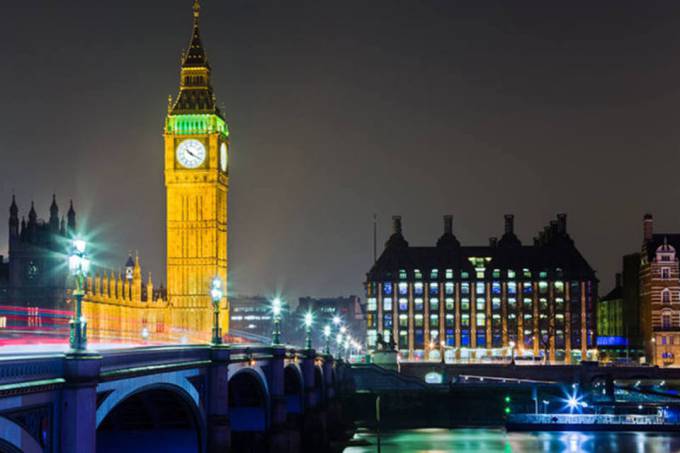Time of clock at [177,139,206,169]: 10:19
